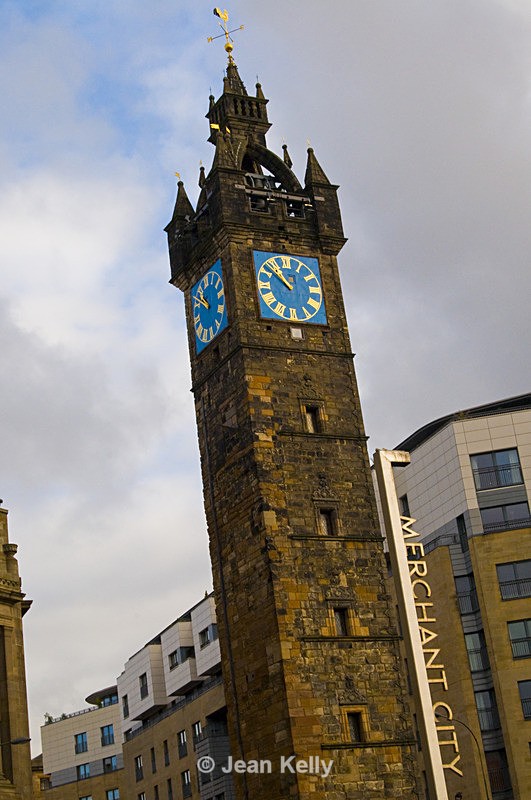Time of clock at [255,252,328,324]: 10:51
